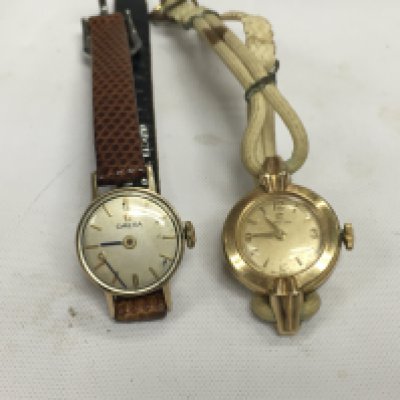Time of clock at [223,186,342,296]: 10:44
